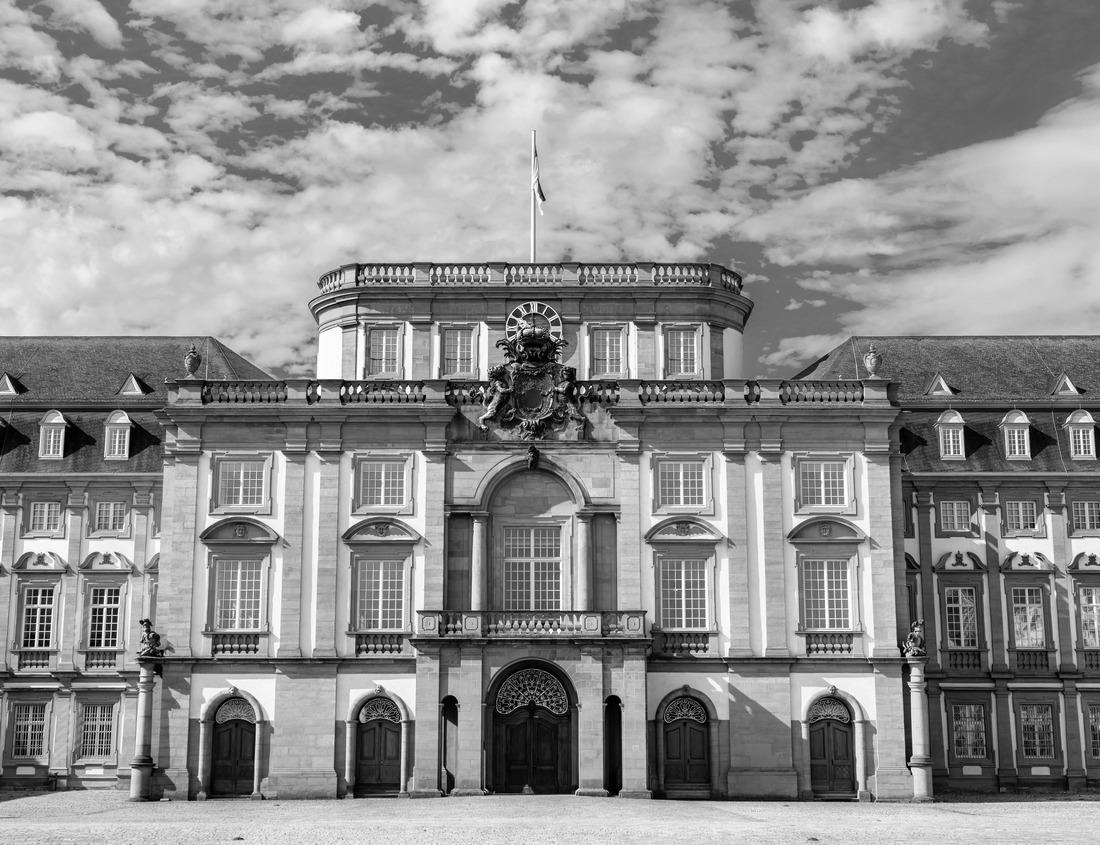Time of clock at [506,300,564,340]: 11:59
